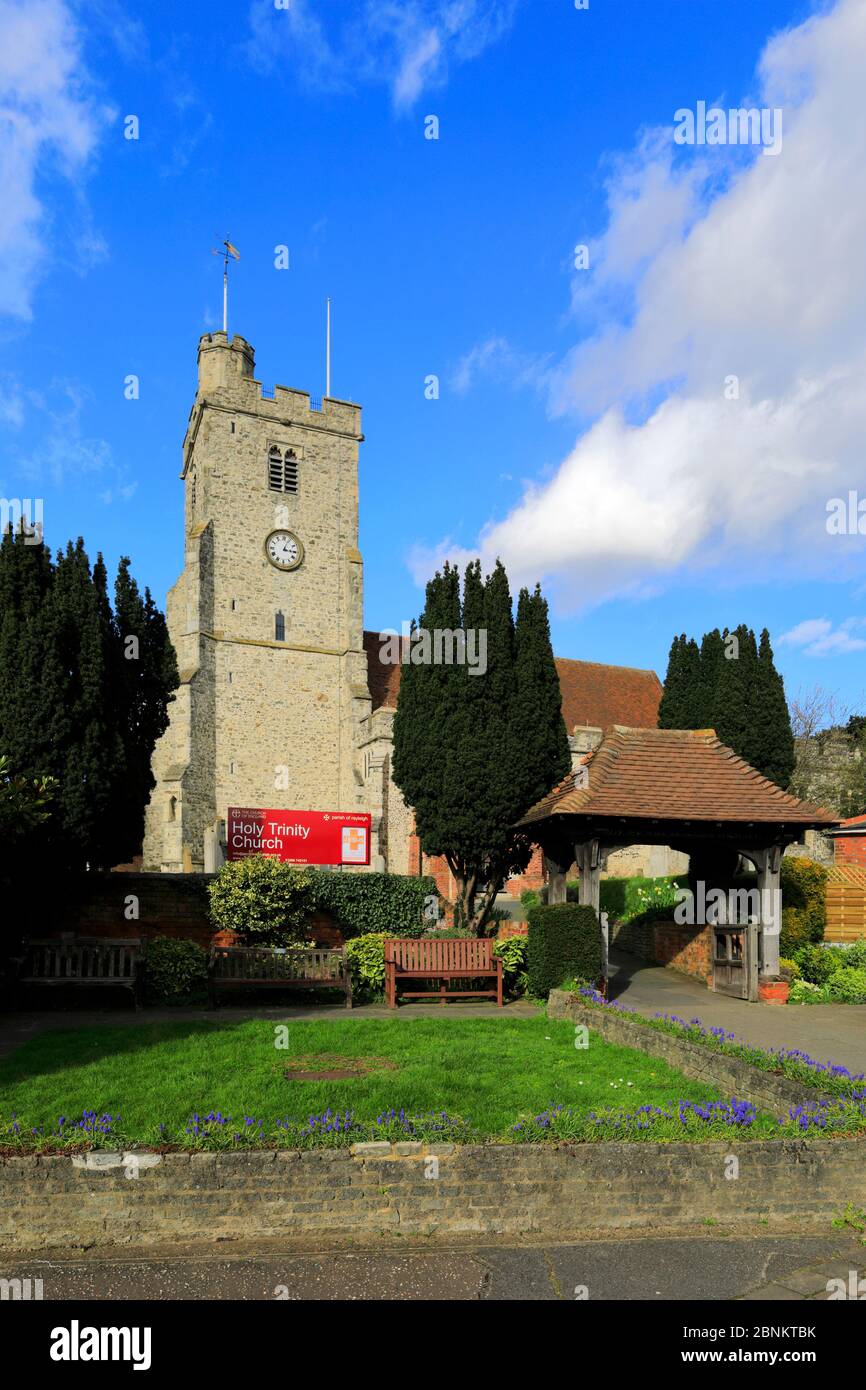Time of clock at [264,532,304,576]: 3:03
